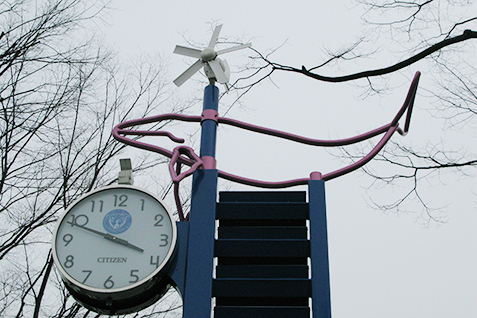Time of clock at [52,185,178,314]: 3:48
